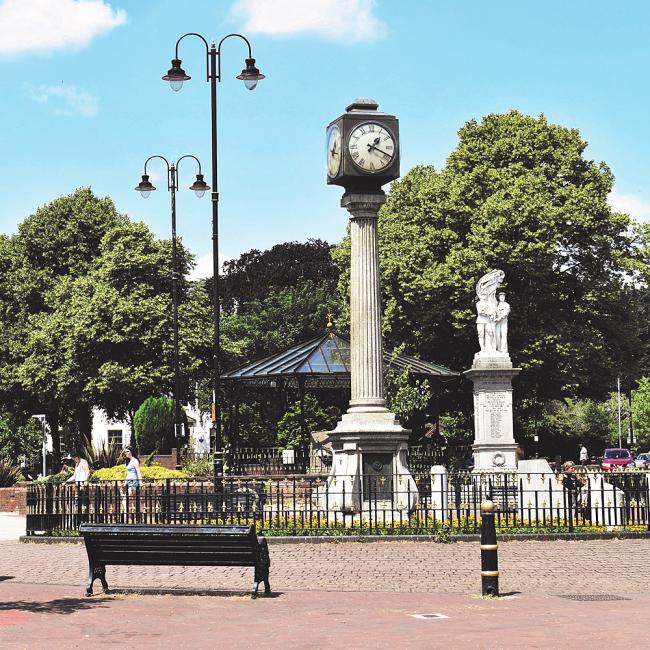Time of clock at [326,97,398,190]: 1:18
